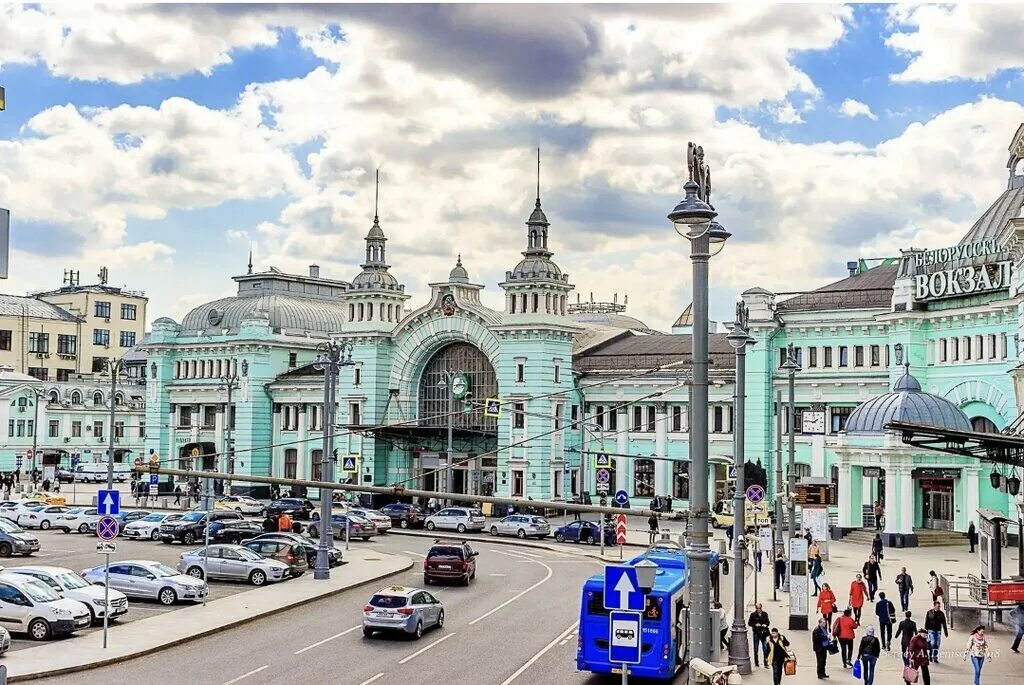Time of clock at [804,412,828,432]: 1:46
